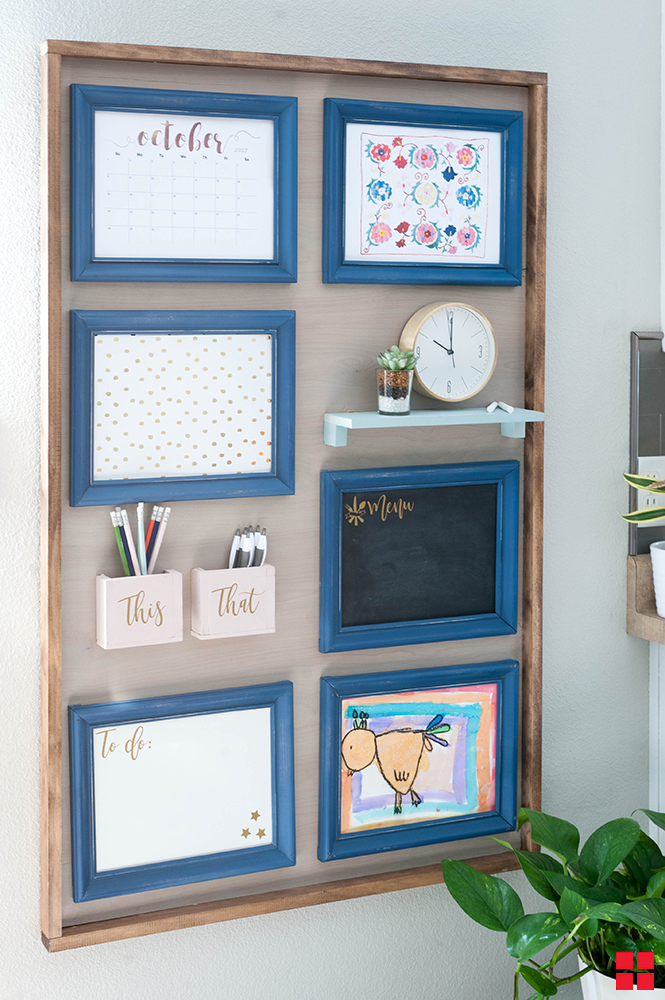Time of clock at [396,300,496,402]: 10:00
